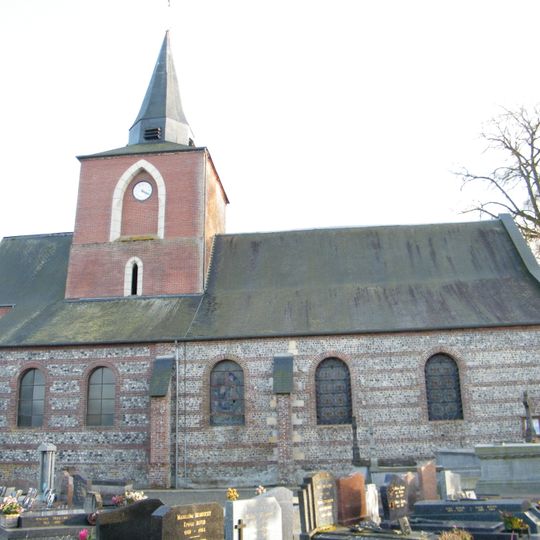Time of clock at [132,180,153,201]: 4:20
